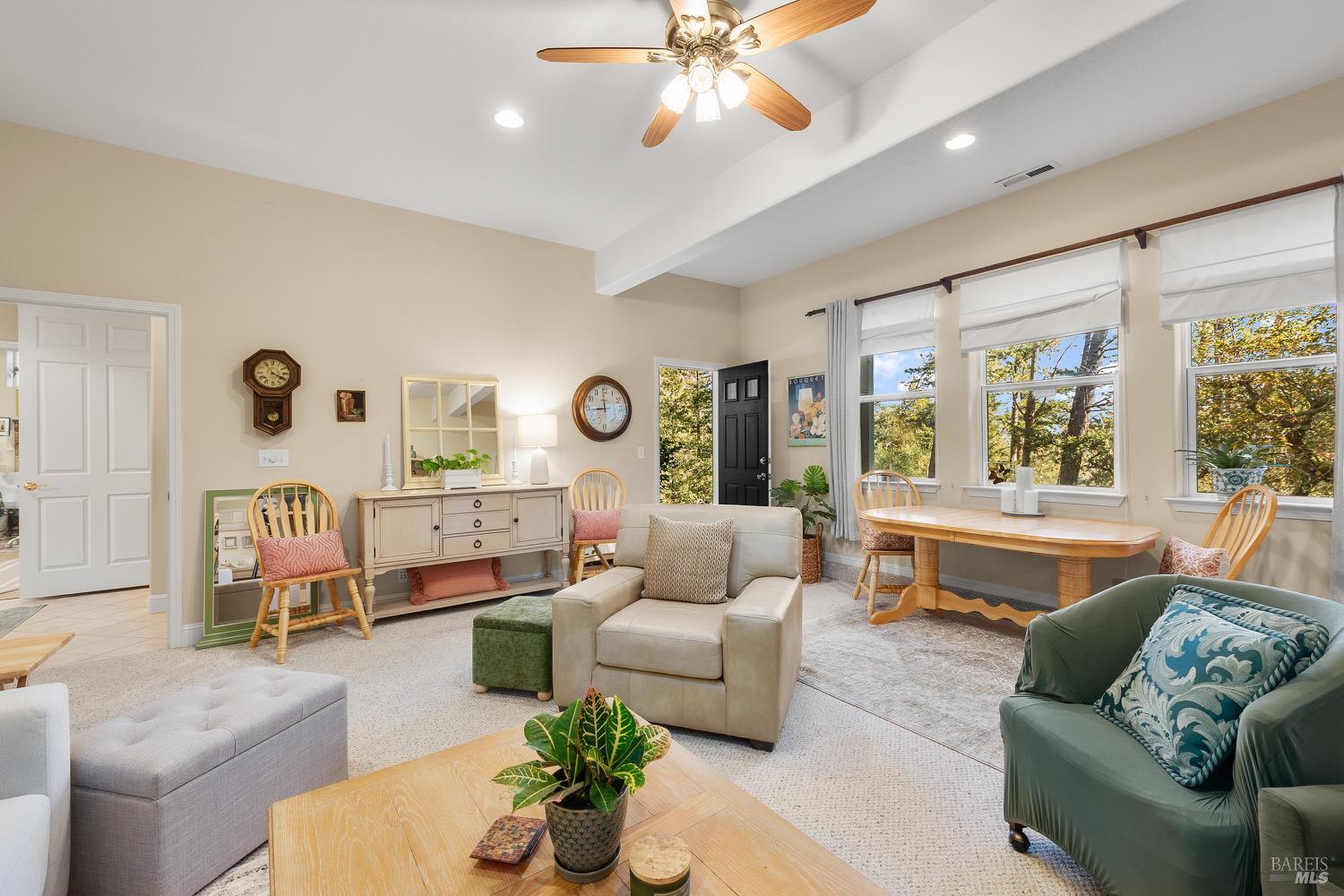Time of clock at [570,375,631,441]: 8:59
